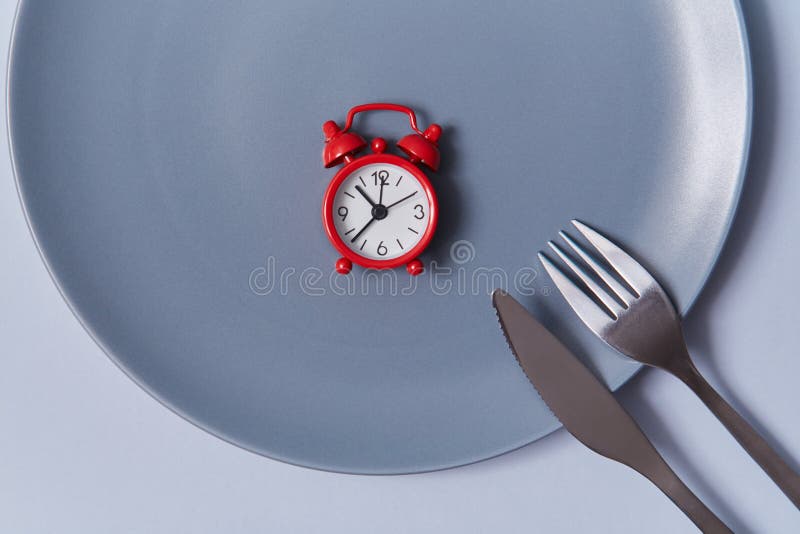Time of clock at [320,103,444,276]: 10:37
